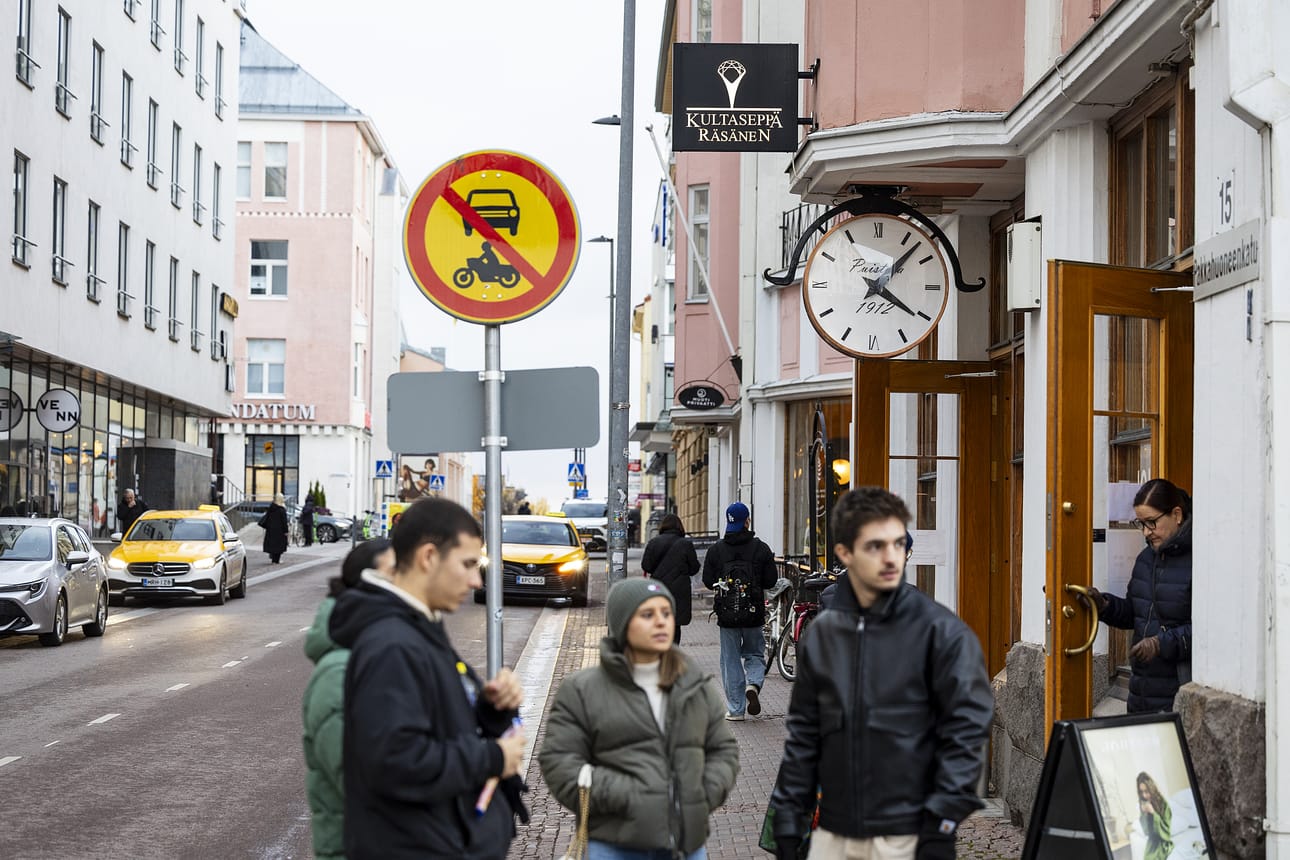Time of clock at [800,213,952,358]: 4:07
